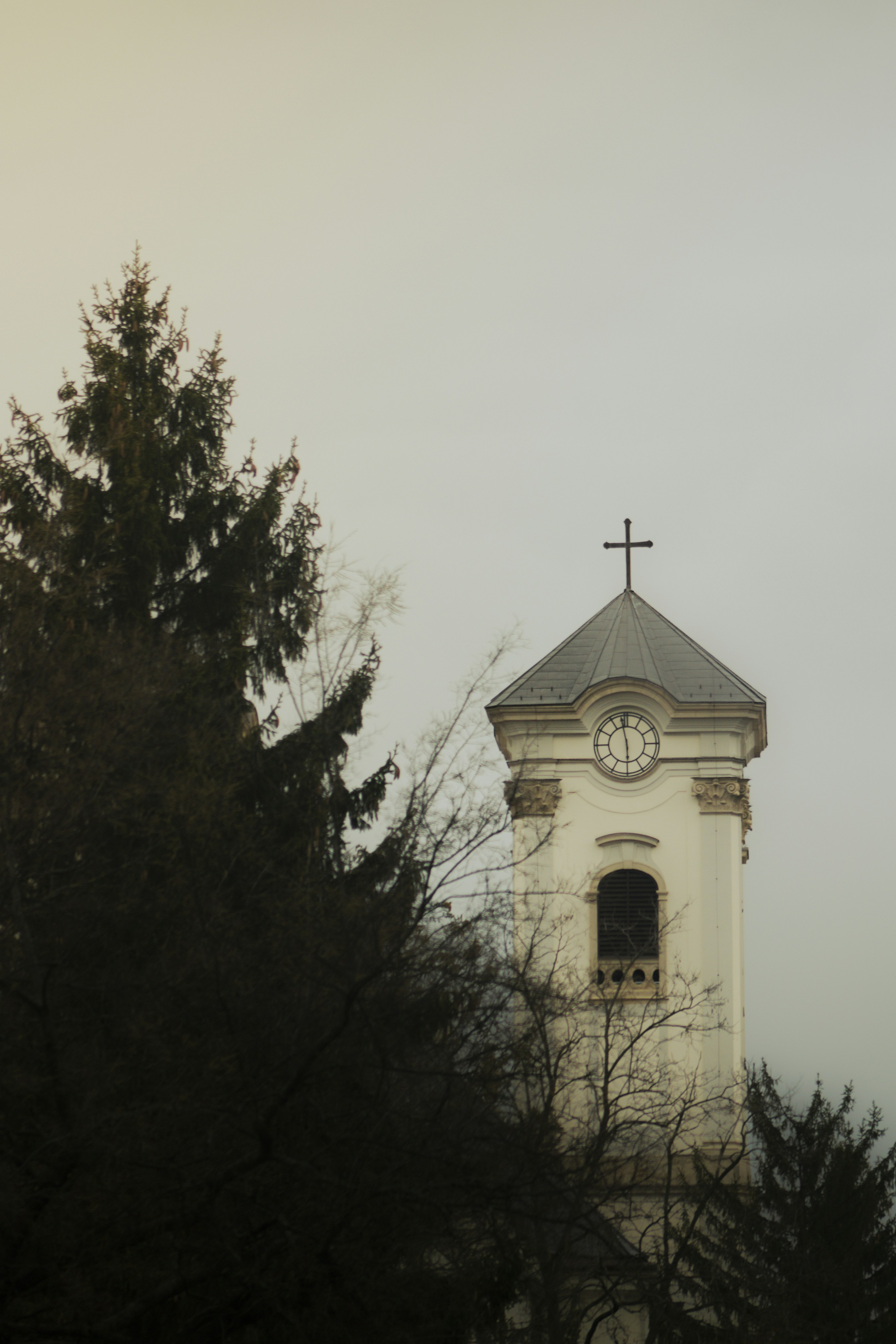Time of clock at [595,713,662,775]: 5:58
